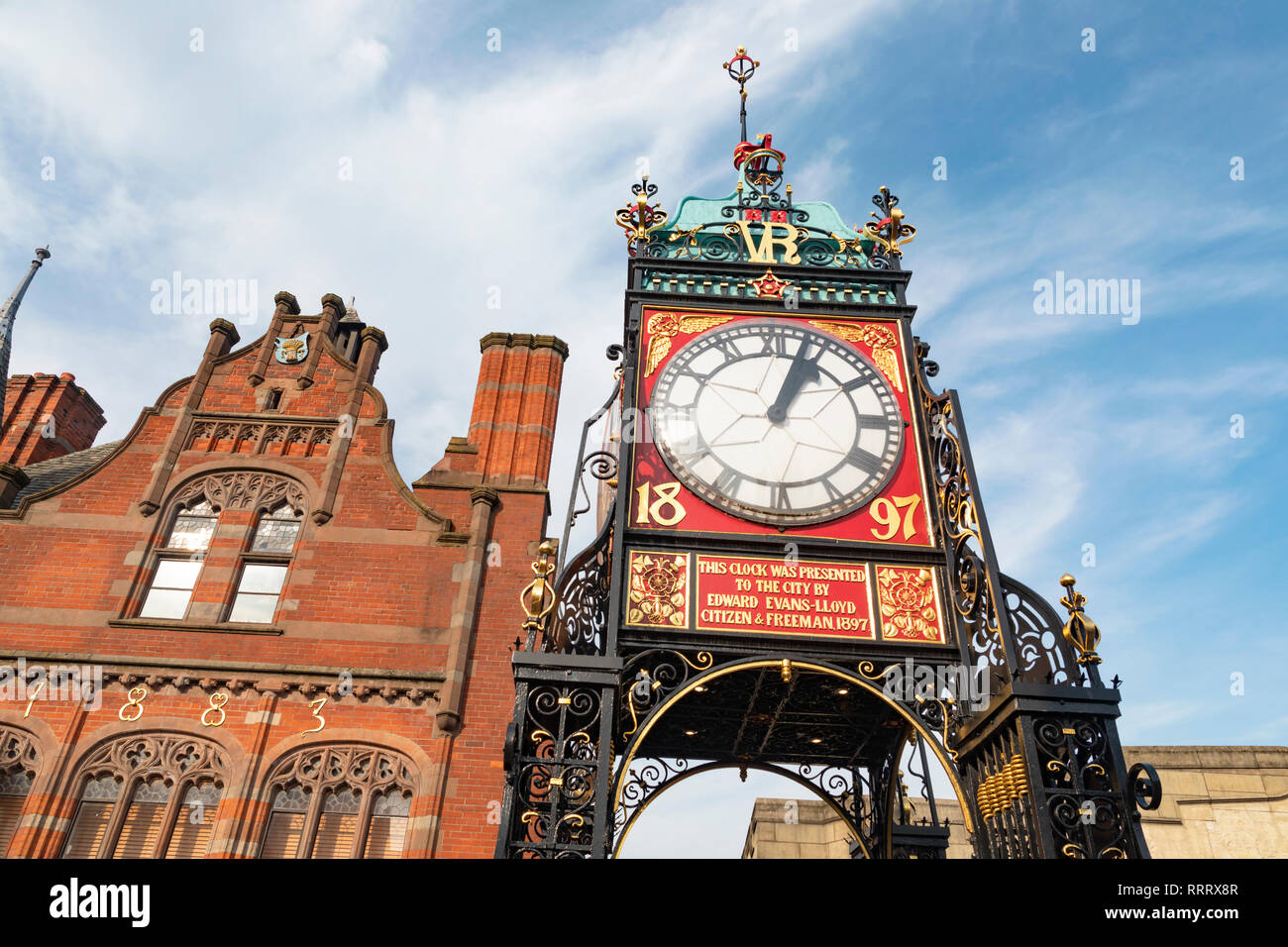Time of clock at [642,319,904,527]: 1:03
